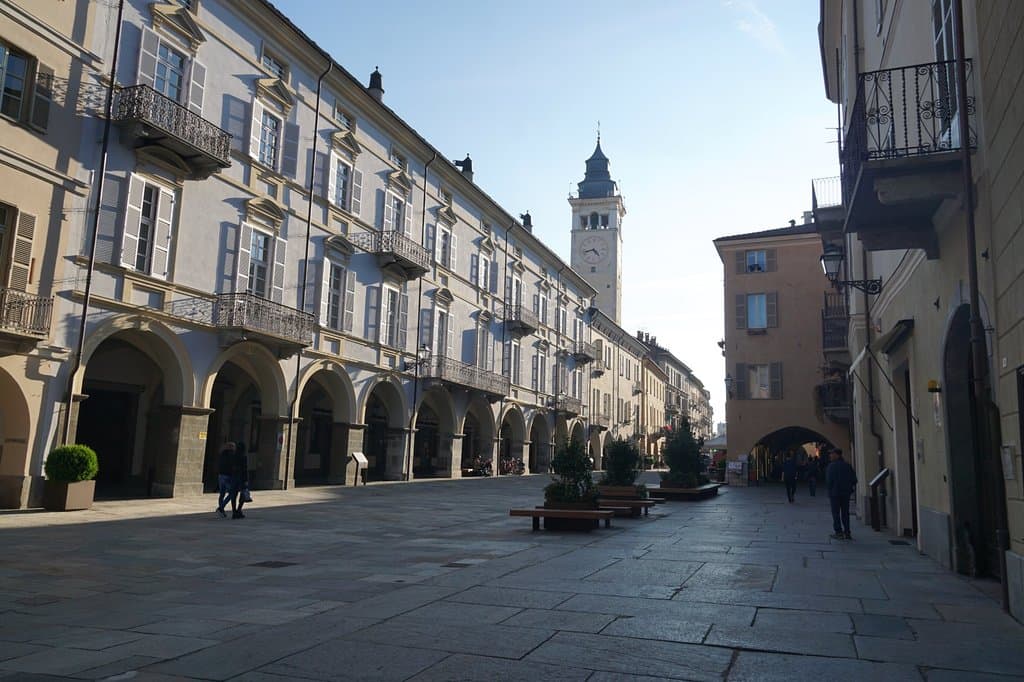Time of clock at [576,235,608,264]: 4:42
